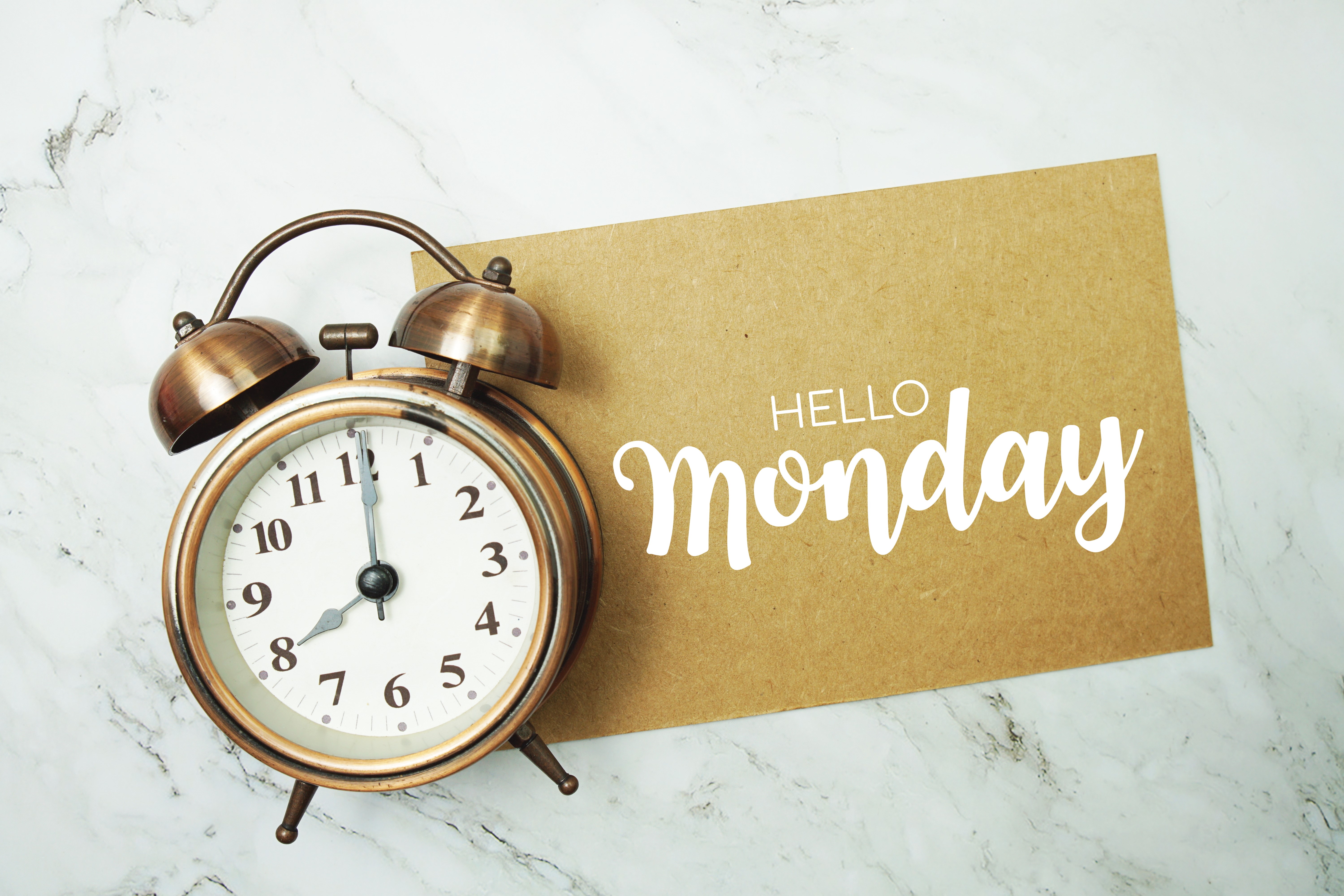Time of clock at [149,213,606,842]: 8:00
